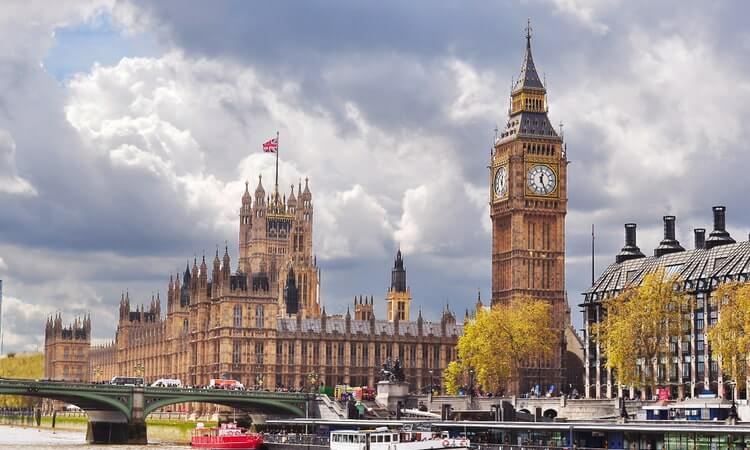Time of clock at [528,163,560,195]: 12:26
